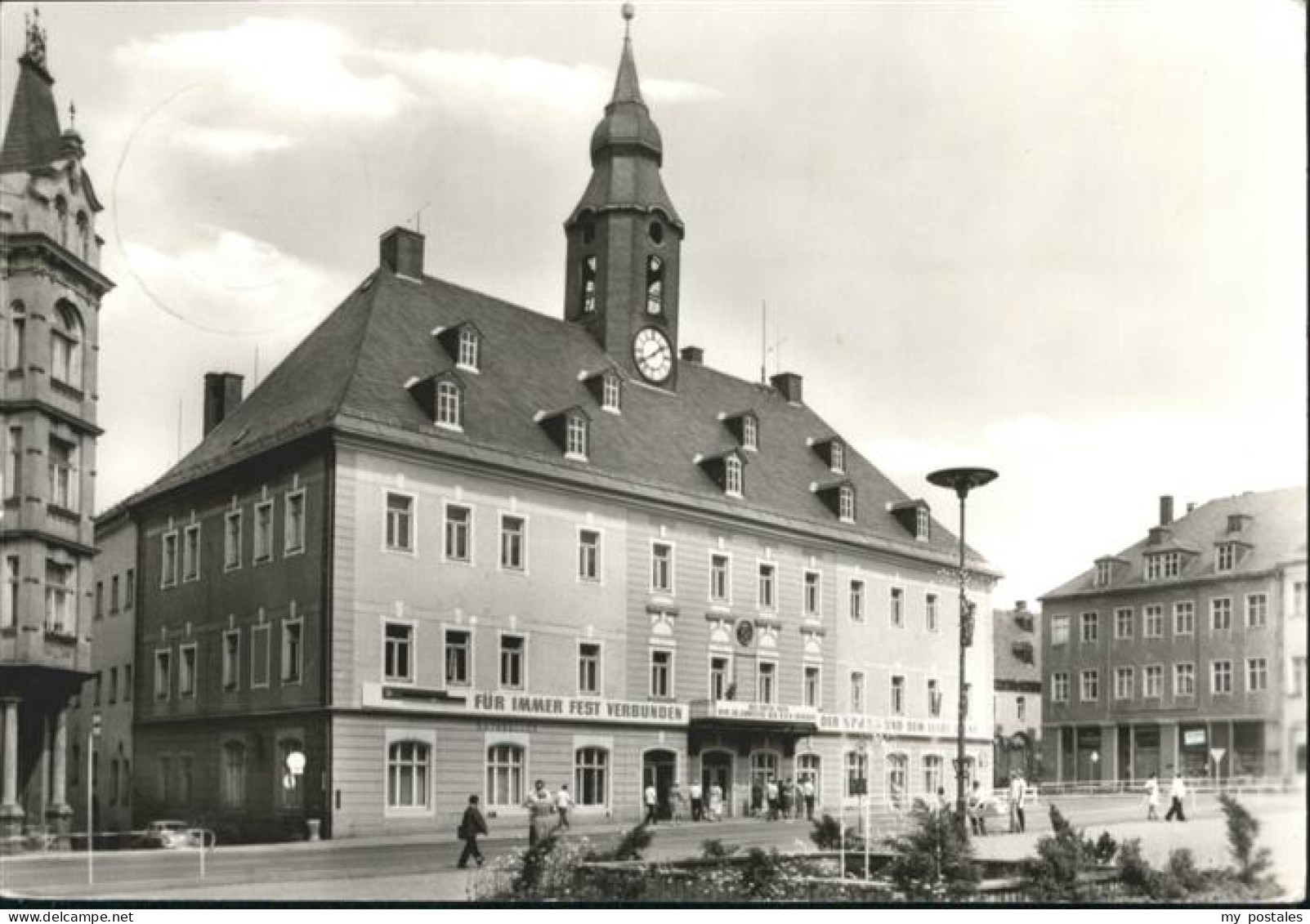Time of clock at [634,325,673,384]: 1:39
